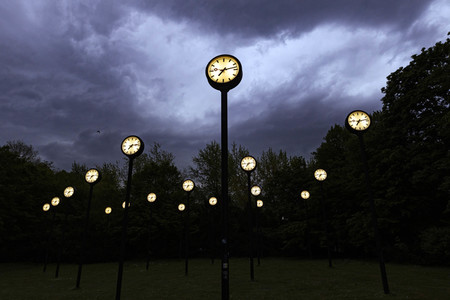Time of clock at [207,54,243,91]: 7:12
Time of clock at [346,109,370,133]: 7:13
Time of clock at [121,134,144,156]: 7:13
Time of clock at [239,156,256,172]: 7:12
